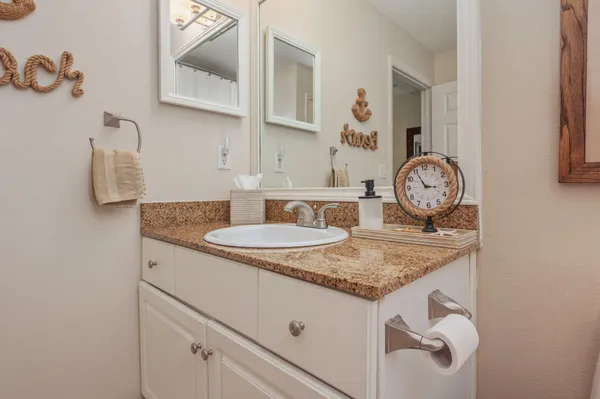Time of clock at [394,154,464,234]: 2:55
